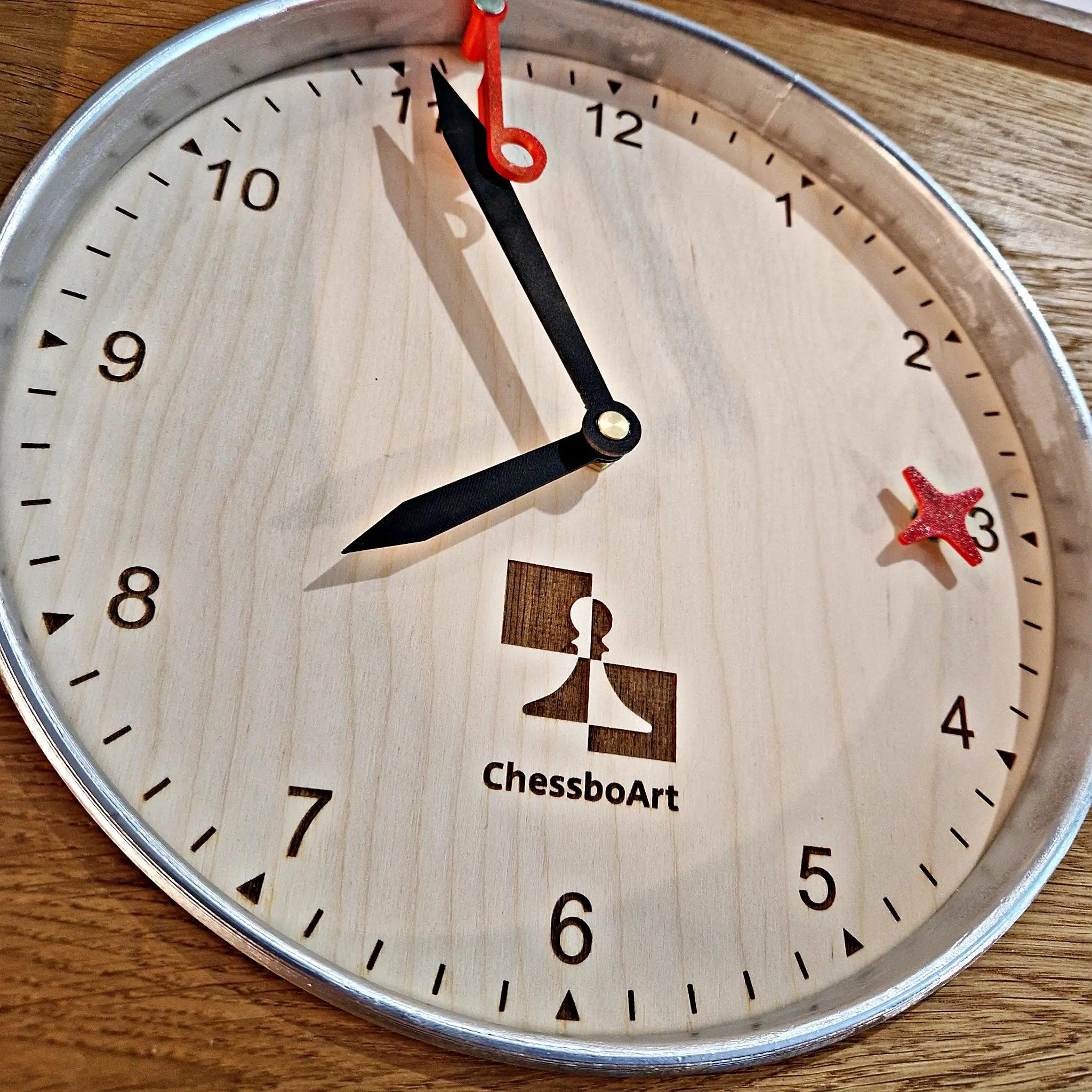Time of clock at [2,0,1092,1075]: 7:55
